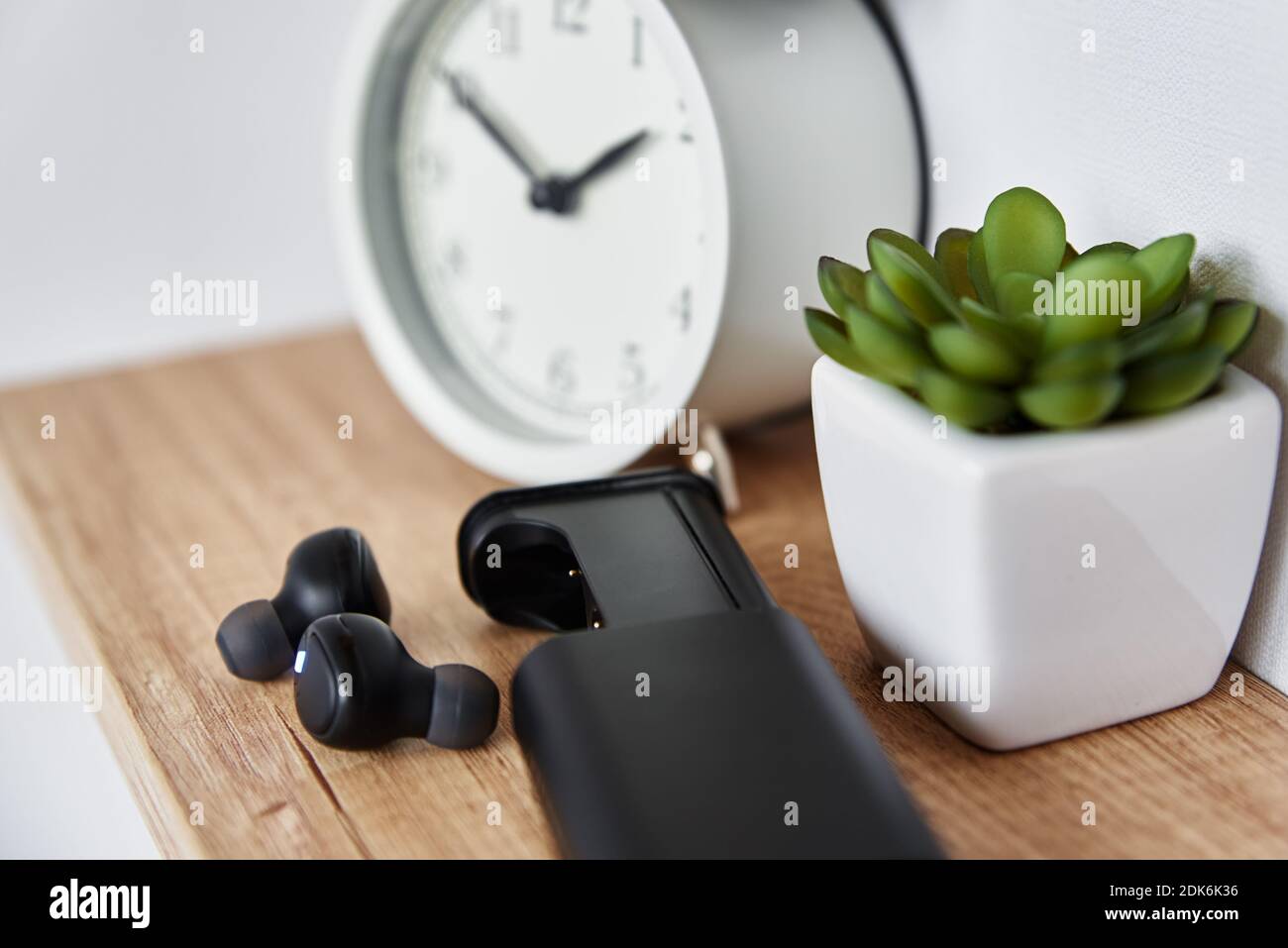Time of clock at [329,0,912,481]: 1:50
